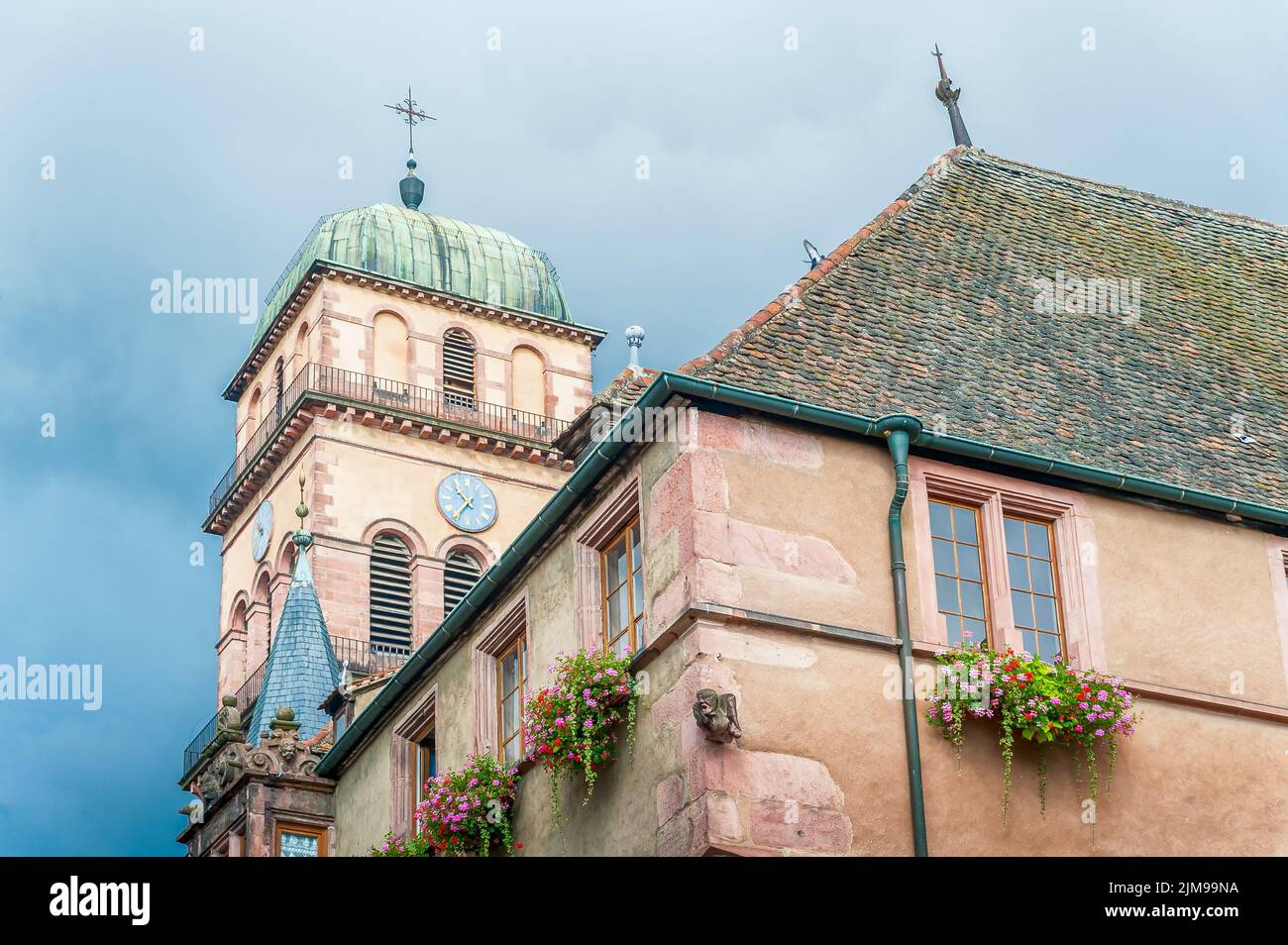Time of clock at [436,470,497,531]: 10:36
